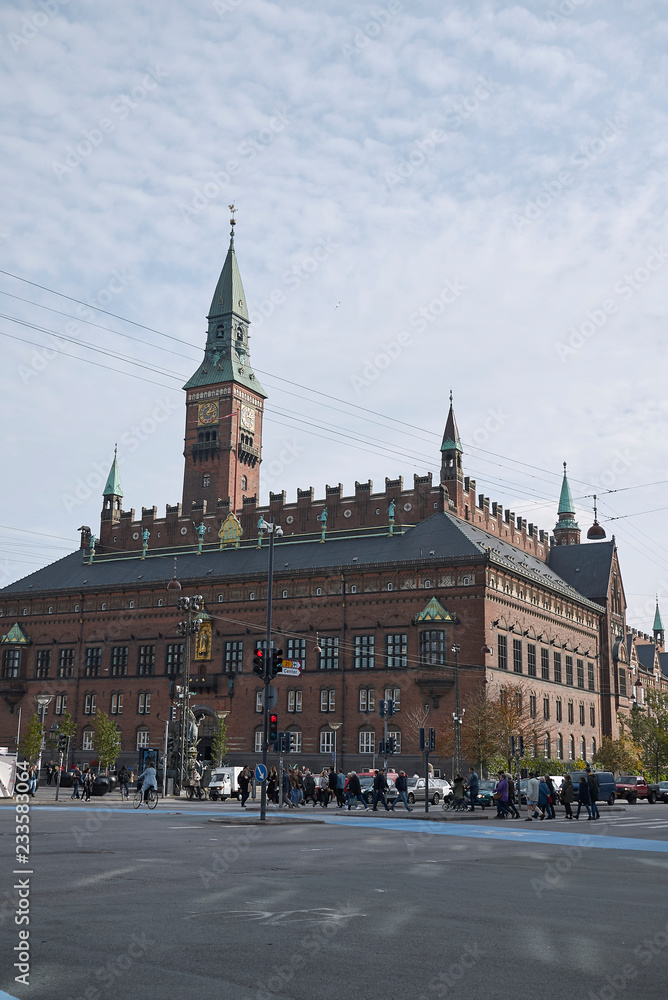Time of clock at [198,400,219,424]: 1:12
